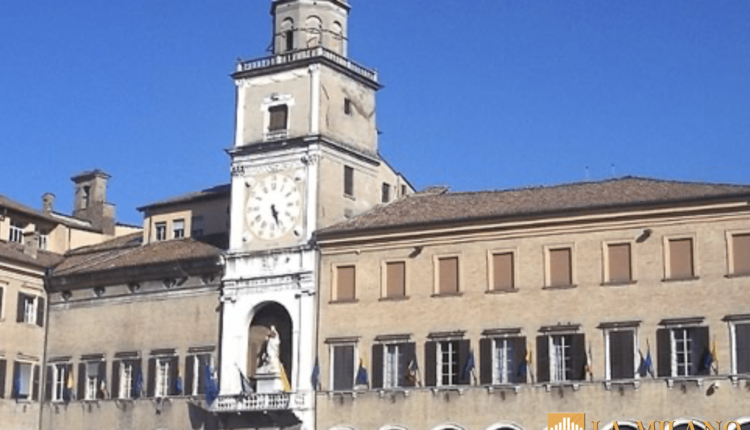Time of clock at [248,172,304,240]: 5:26
